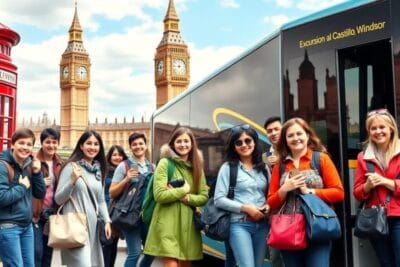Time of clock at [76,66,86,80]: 6:13
